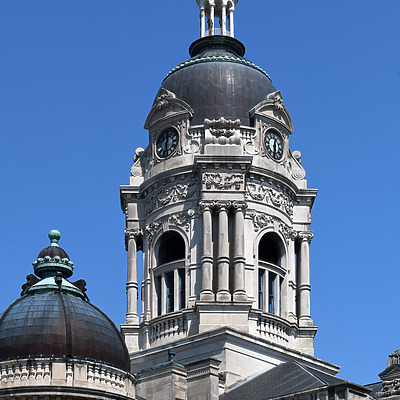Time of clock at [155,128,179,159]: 12:28
